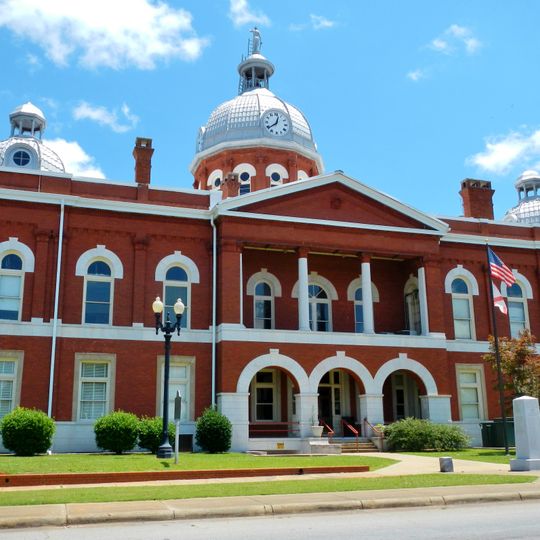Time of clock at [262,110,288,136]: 12:38
